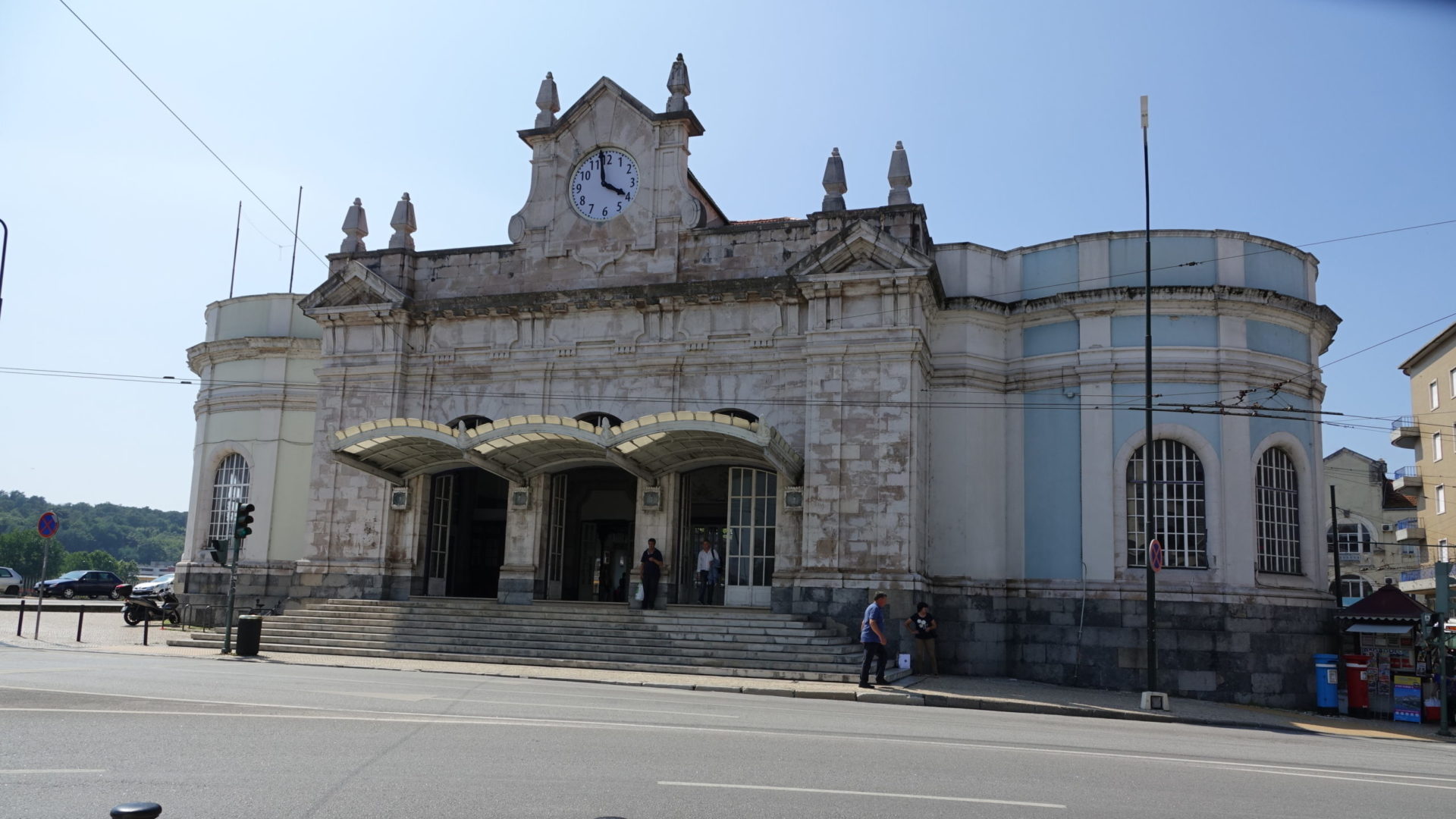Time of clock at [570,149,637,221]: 3:58
